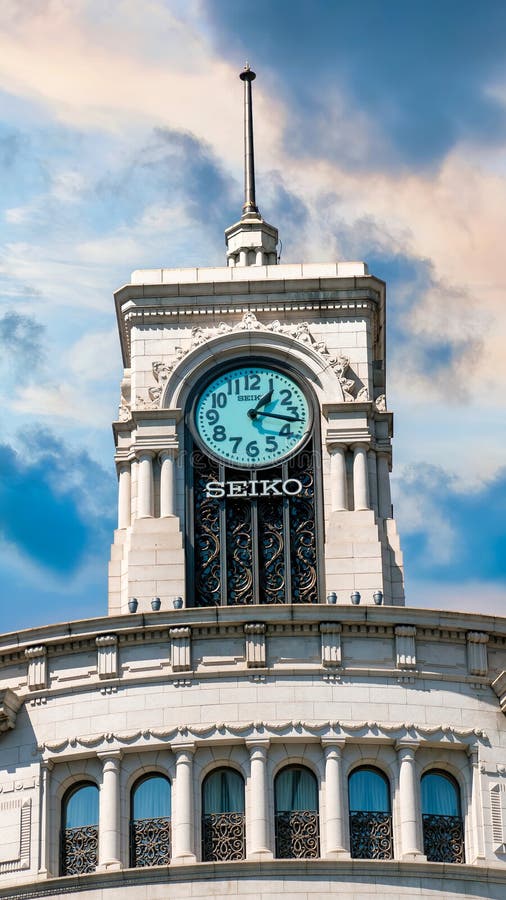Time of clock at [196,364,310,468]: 1:16
